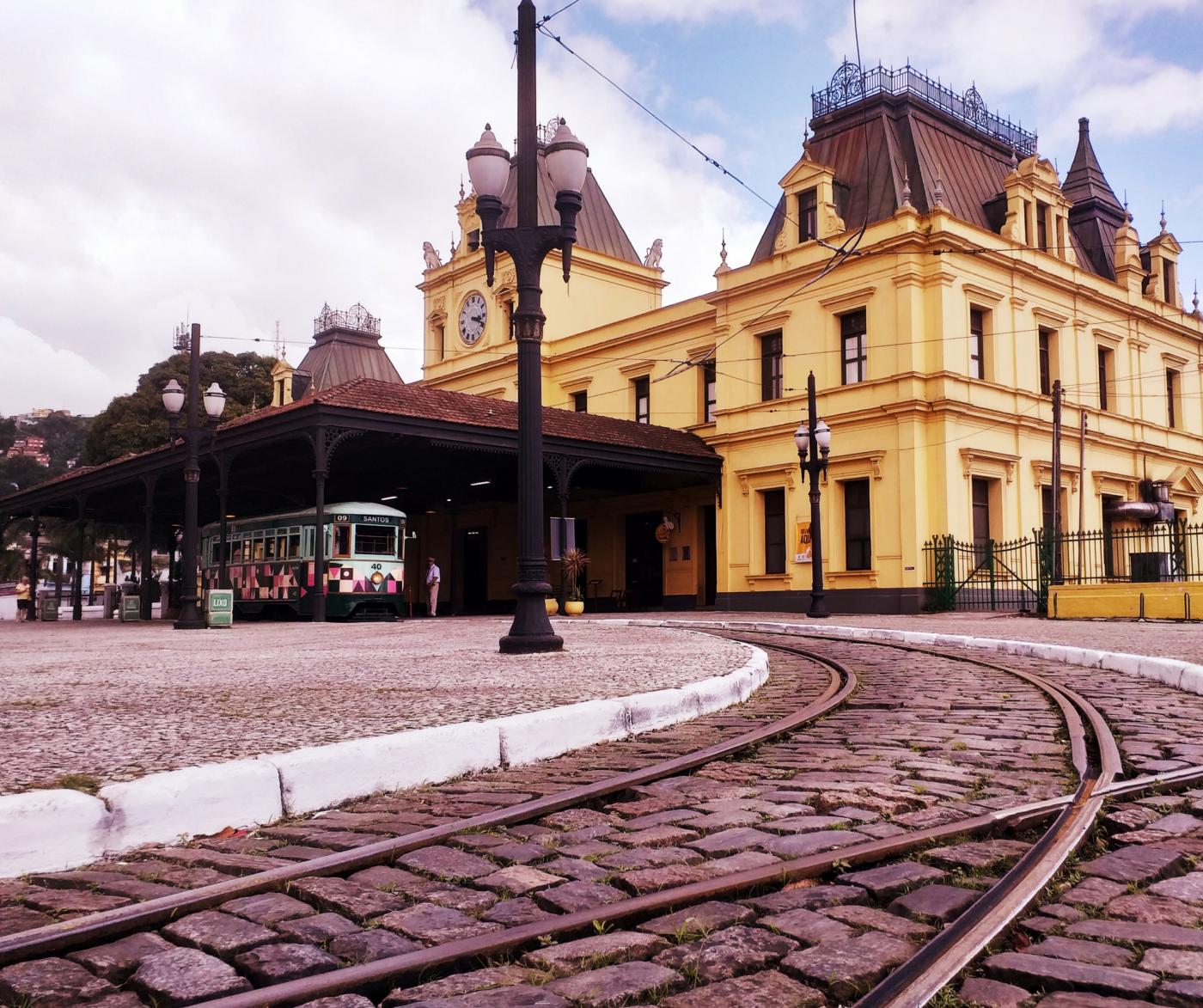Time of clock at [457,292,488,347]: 3:19
